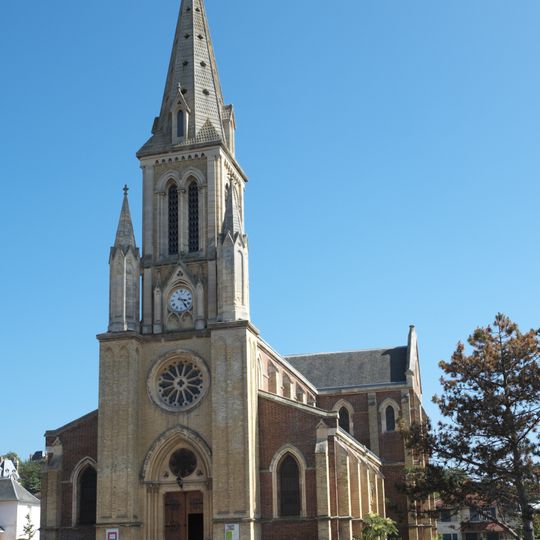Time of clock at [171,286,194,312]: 3:23
